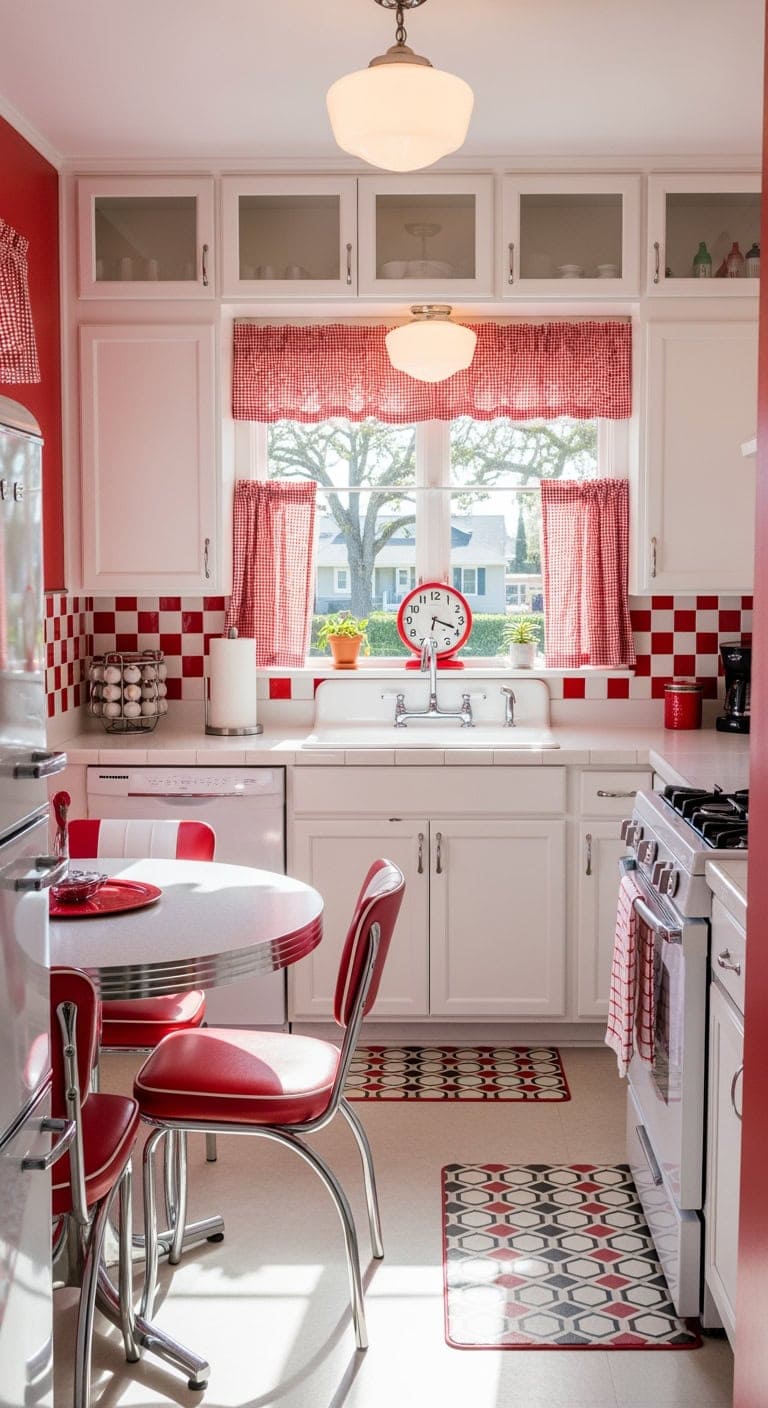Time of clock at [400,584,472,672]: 6:18
